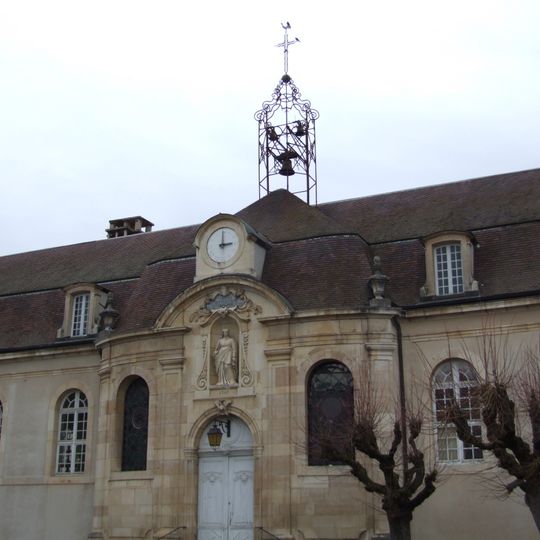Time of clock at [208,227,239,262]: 2:59
